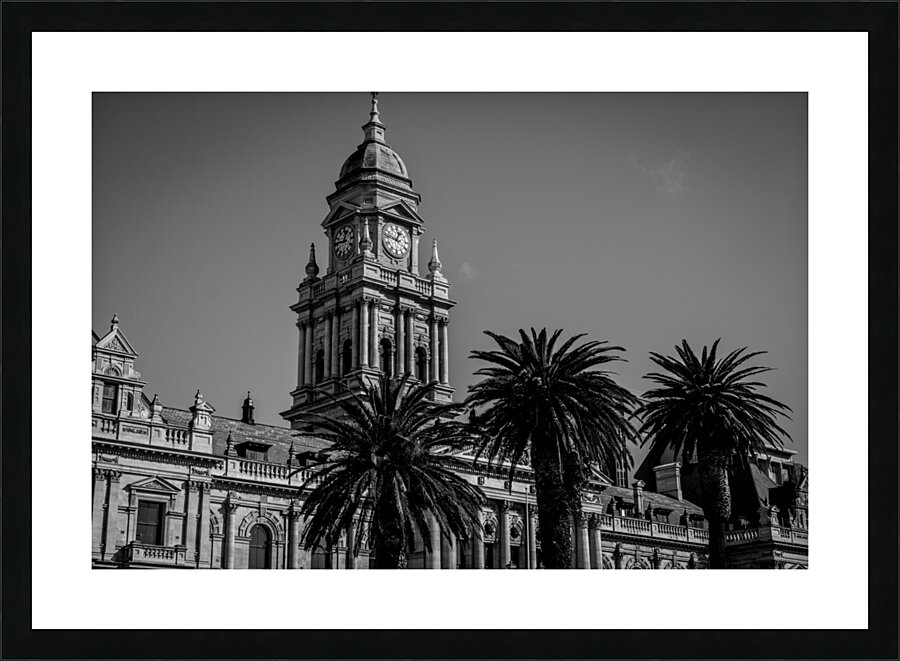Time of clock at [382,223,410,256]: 12:46
